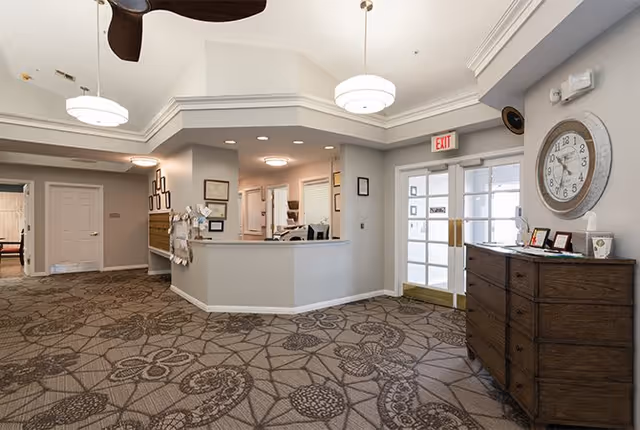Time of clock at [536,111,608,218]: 10:33
